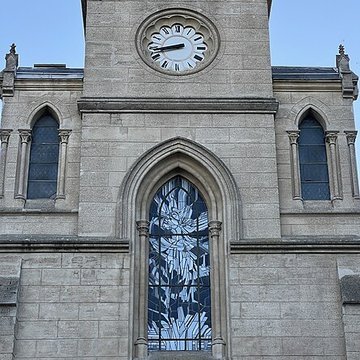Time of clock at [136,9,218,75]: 8:42
